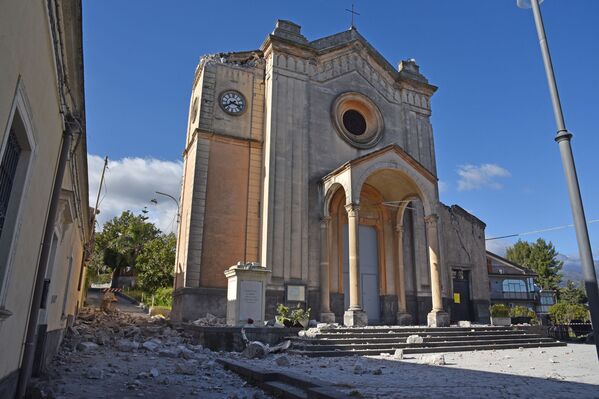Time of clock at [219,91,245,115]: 3:39
